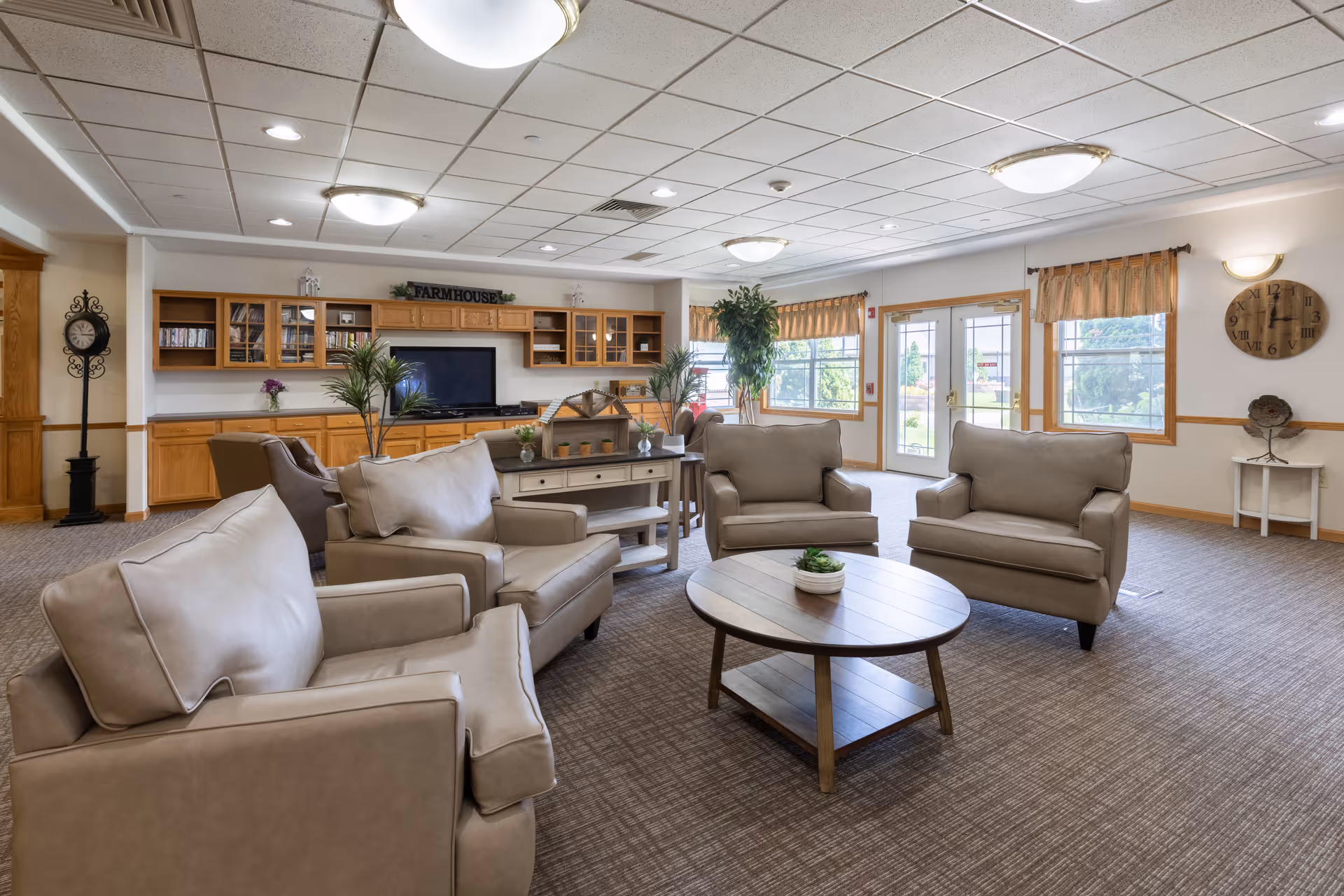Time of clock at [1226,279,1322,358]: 3:01
